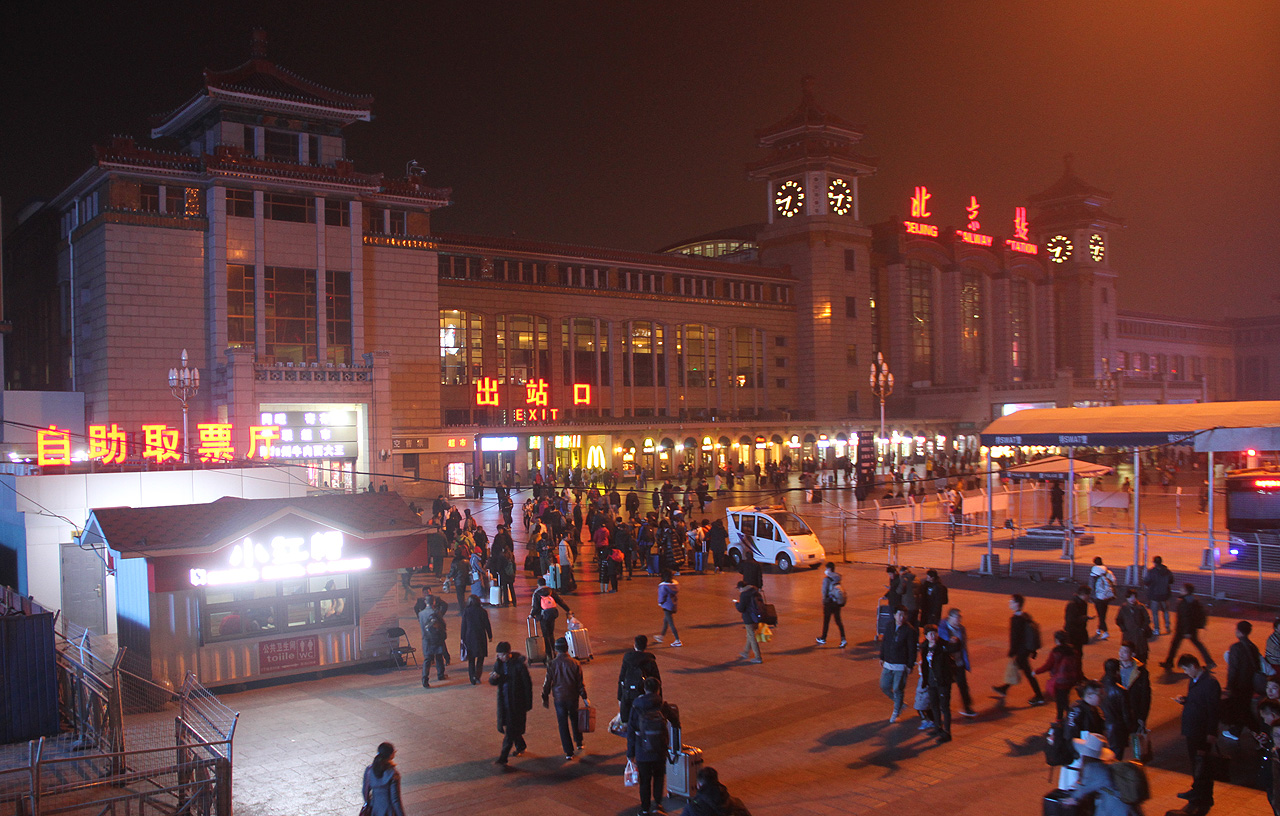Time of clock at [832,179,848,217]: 6:43
